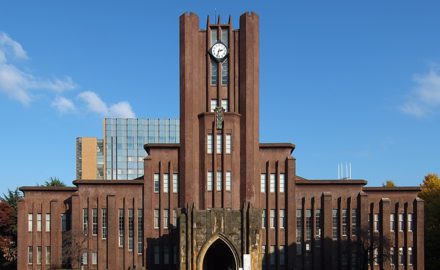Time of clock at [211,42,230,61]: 2:33
